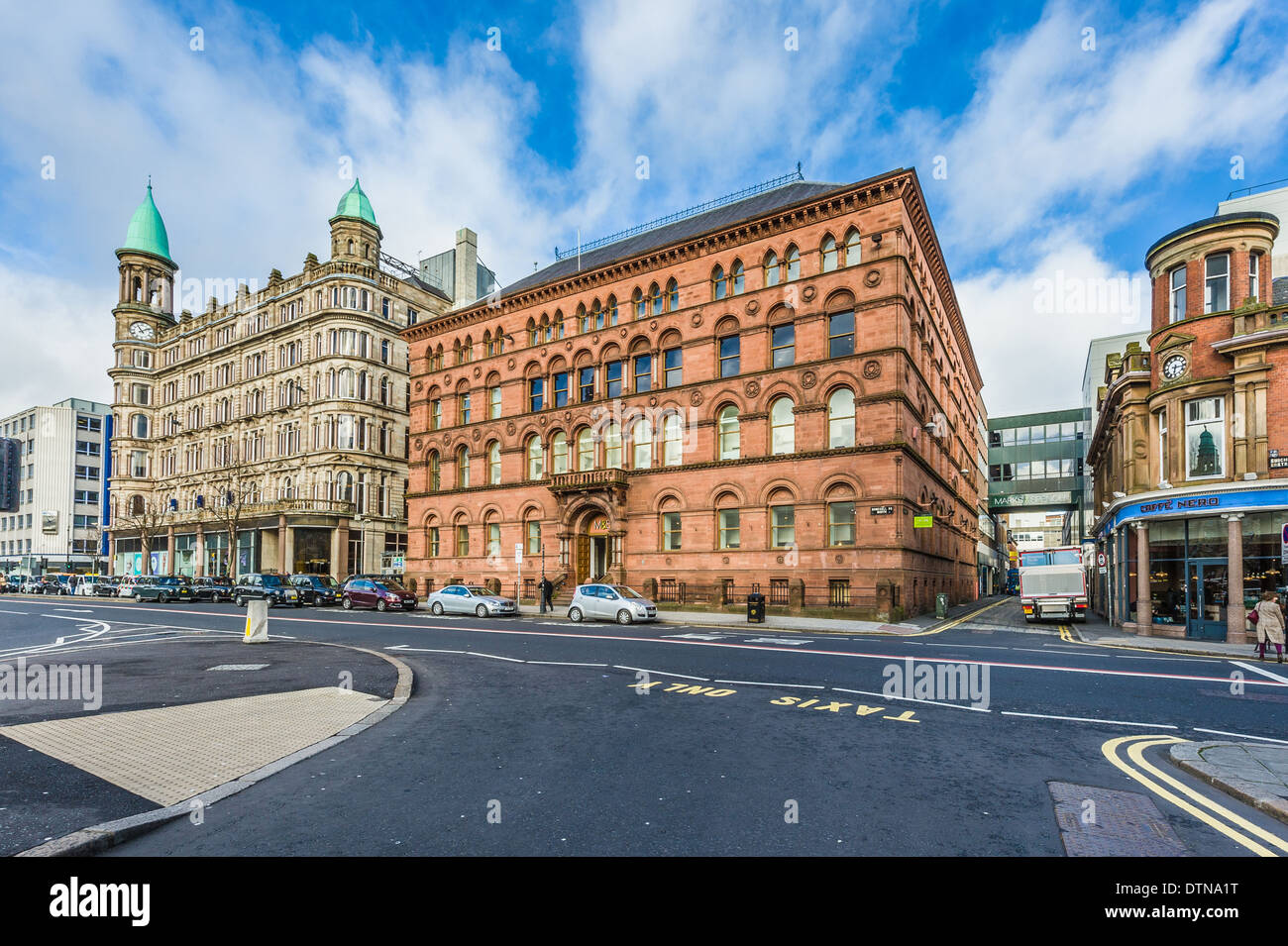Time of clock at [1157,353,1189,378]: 6:15
